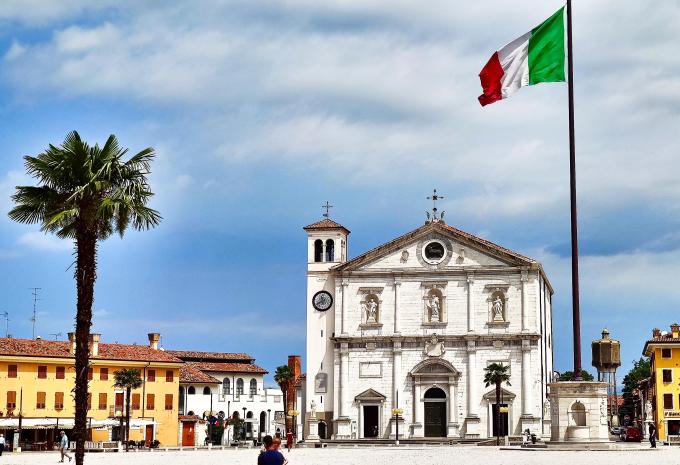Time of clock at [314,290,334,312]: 11:40
